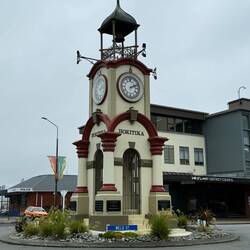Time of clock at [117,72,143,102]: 2:11
